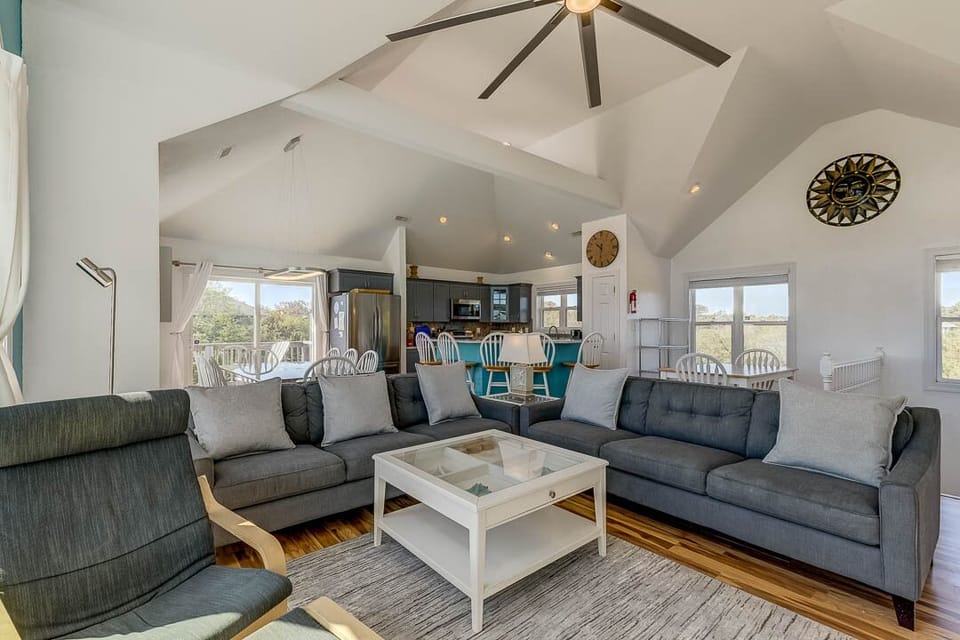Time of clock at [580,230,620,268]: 10:31
